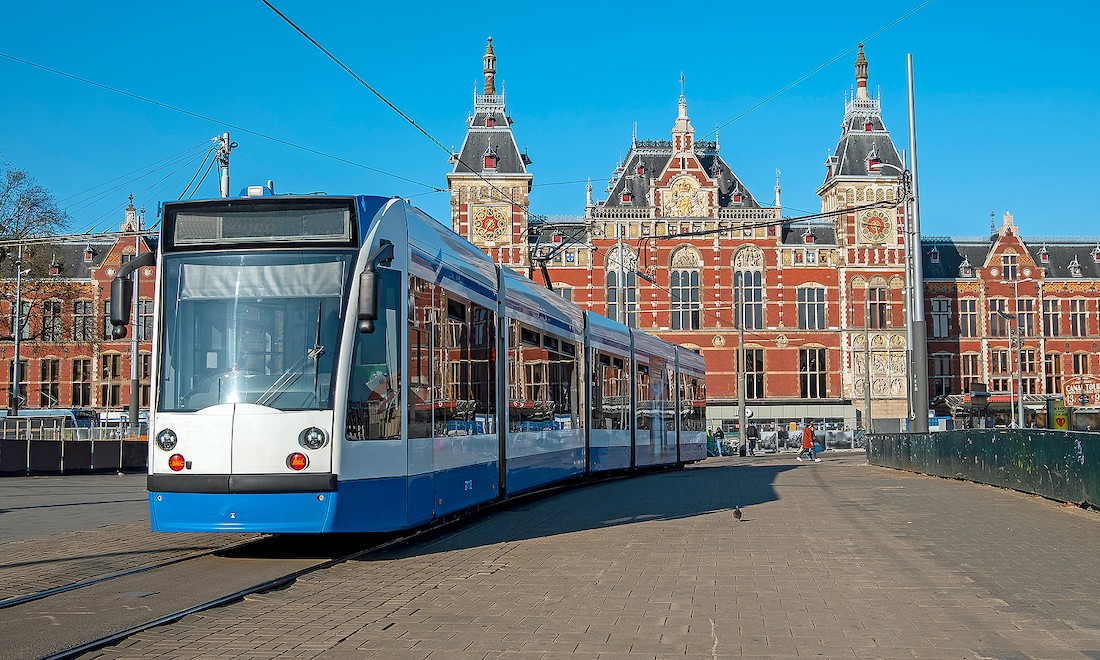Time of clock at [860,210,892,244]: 5:45
